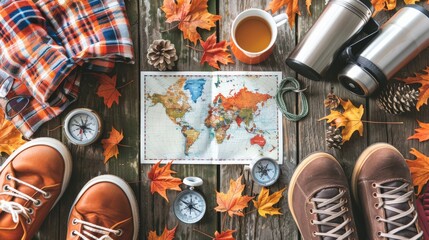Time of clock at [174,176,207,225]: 12:19
